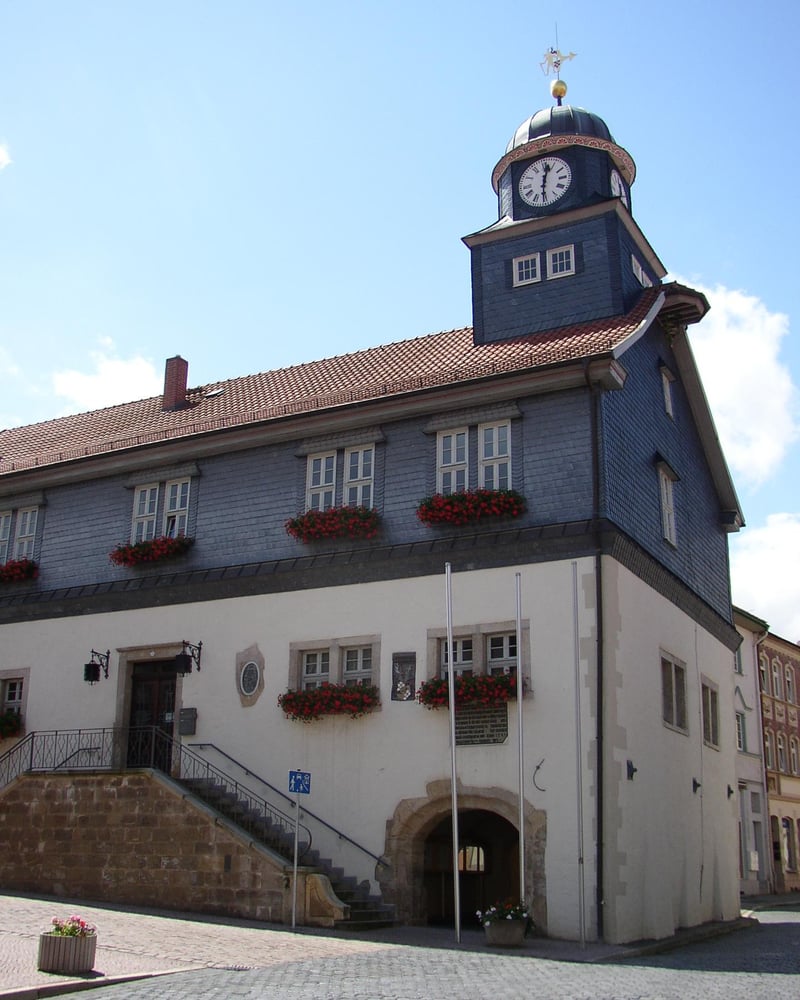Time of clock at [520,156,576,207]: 12:30
